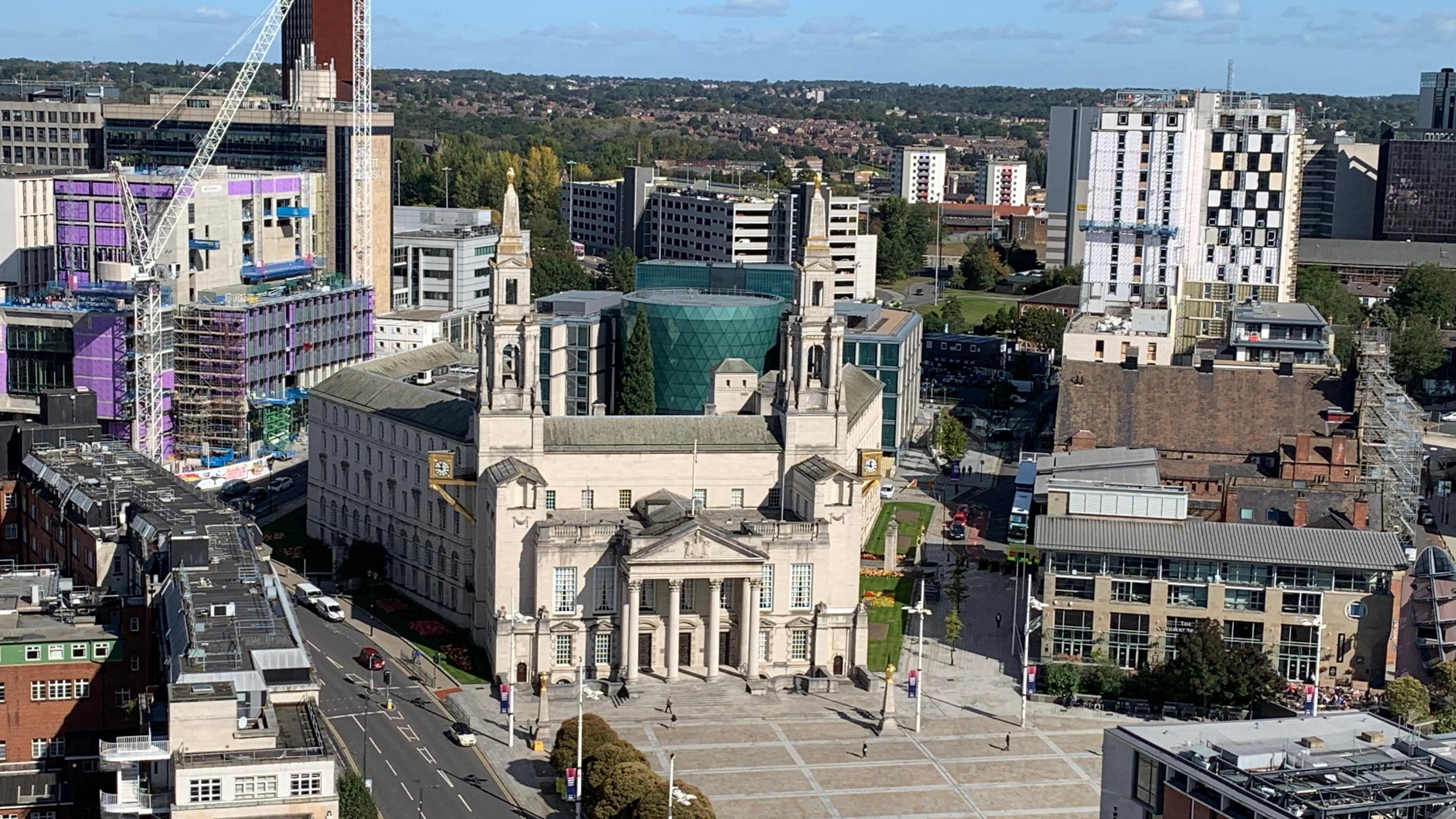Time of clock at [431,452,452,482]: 11:45
